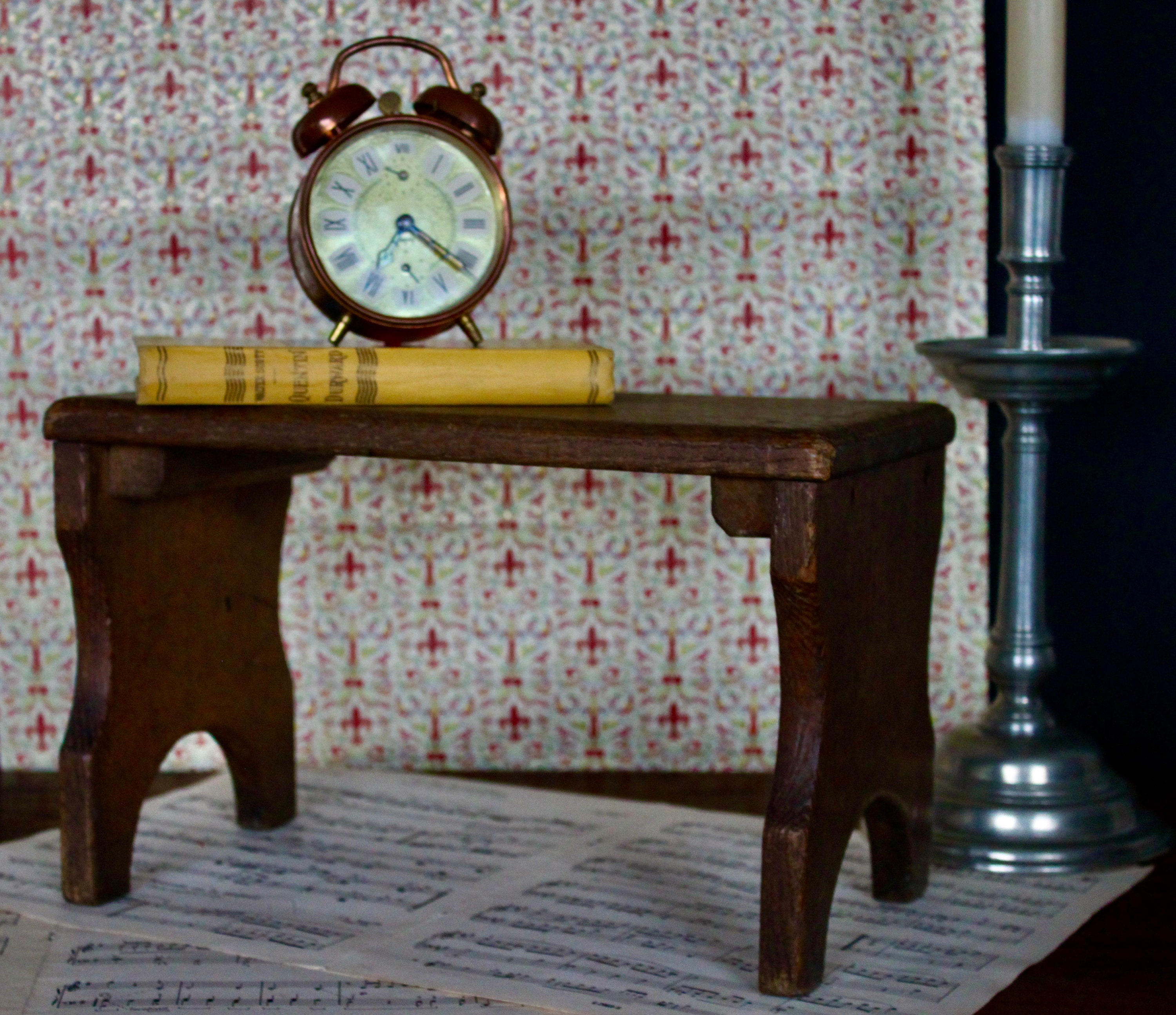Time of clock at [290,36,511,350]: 4:21
